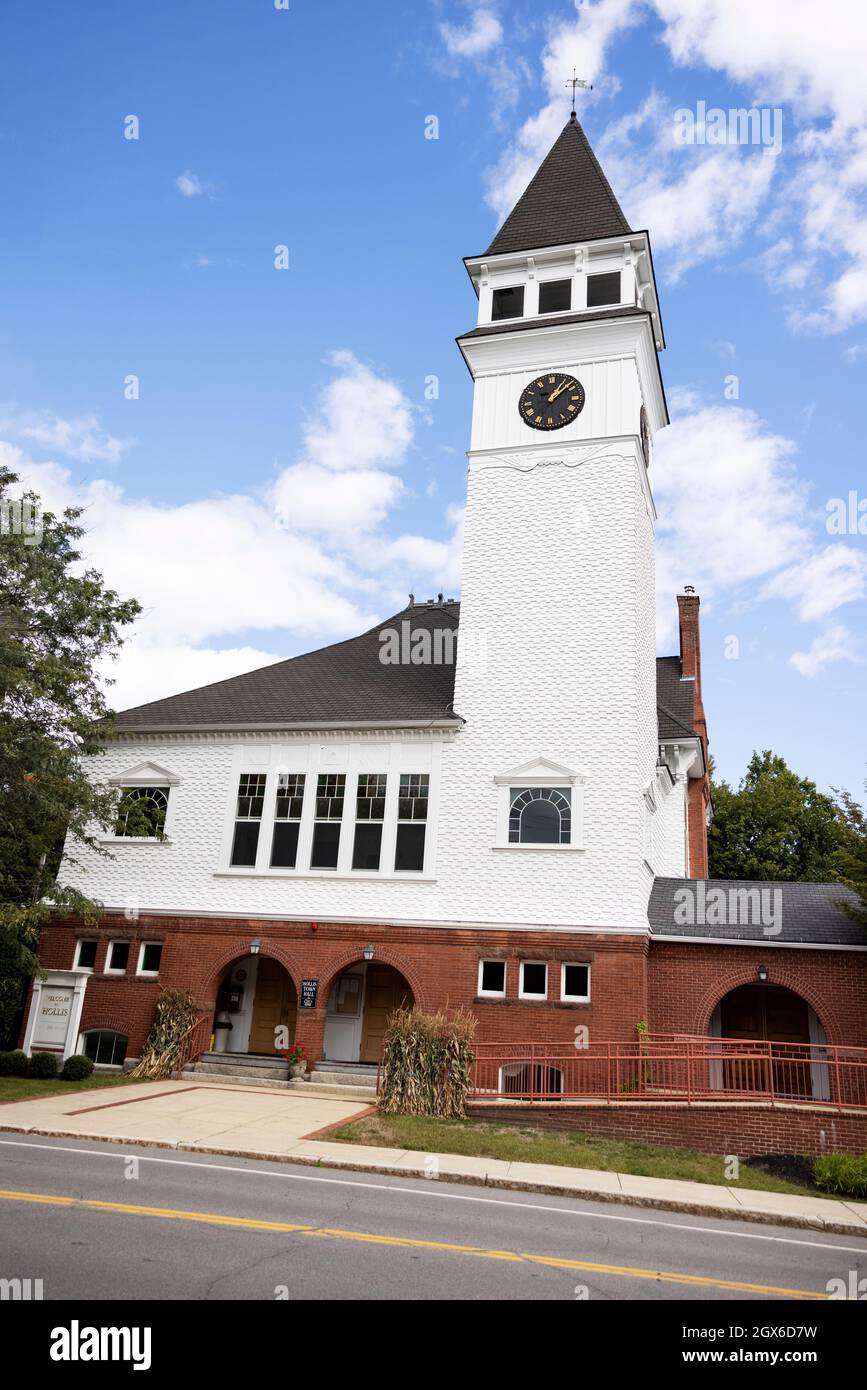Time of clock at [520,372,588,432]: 1:07
